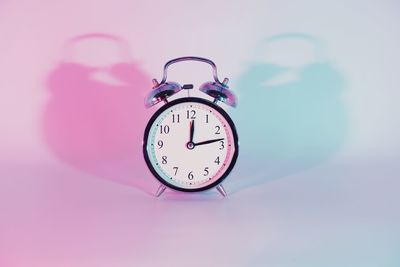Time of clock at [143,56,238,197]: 12:13
